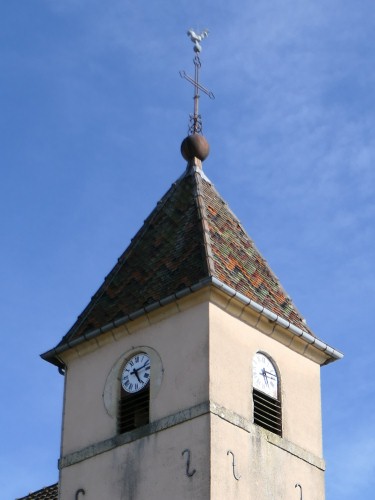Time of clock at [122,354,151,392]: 5:12
